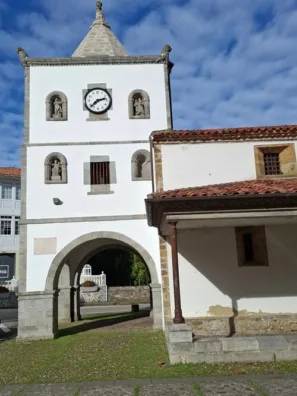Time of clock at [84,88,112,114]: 2:37
